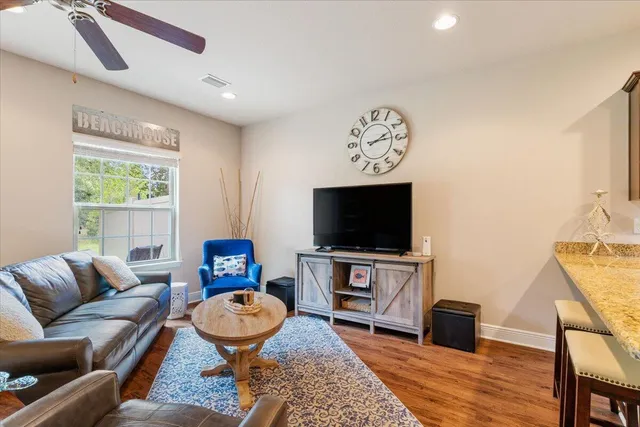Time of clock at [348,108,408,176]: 2:14
